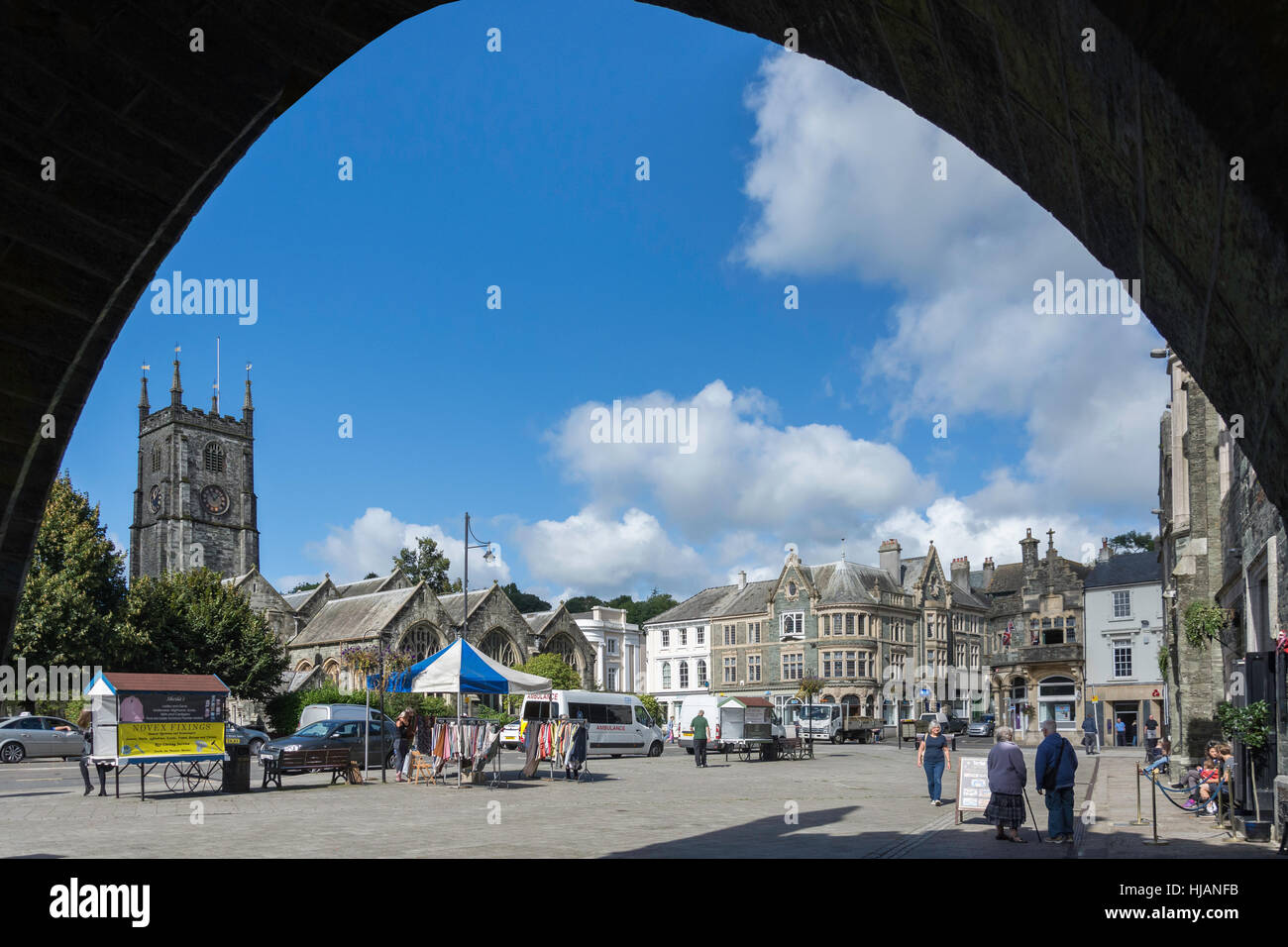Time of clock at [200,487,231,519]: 11:07
